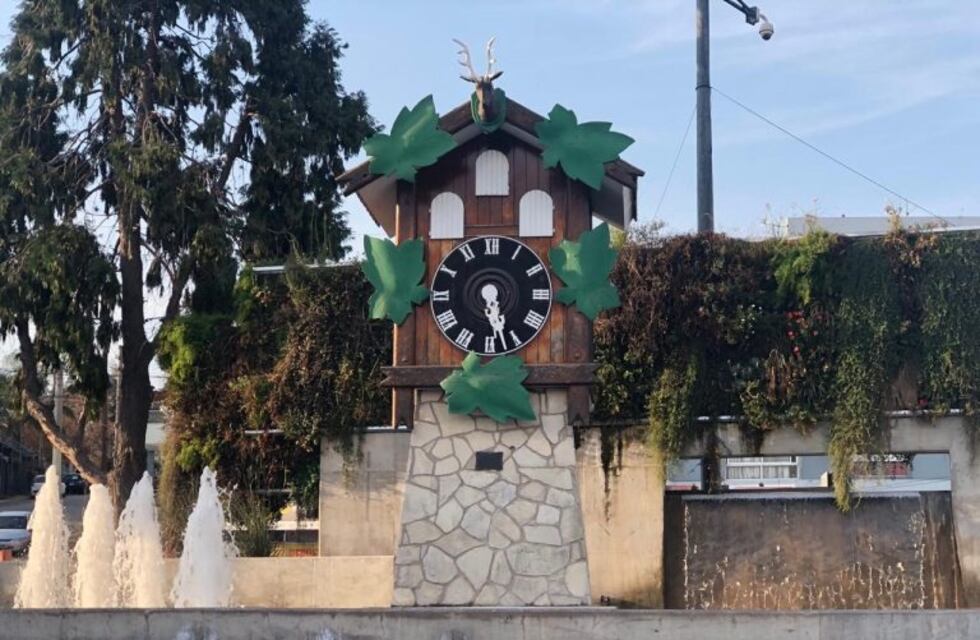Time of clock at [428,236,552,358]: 5:27
